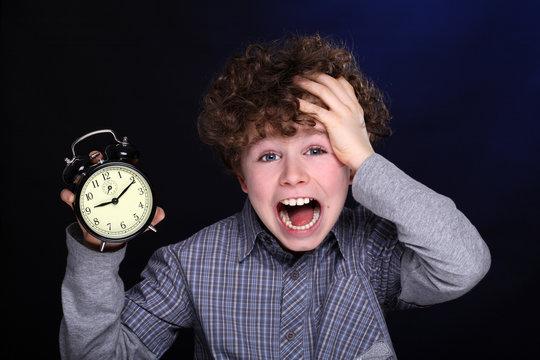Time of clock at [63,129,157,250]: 9:10
